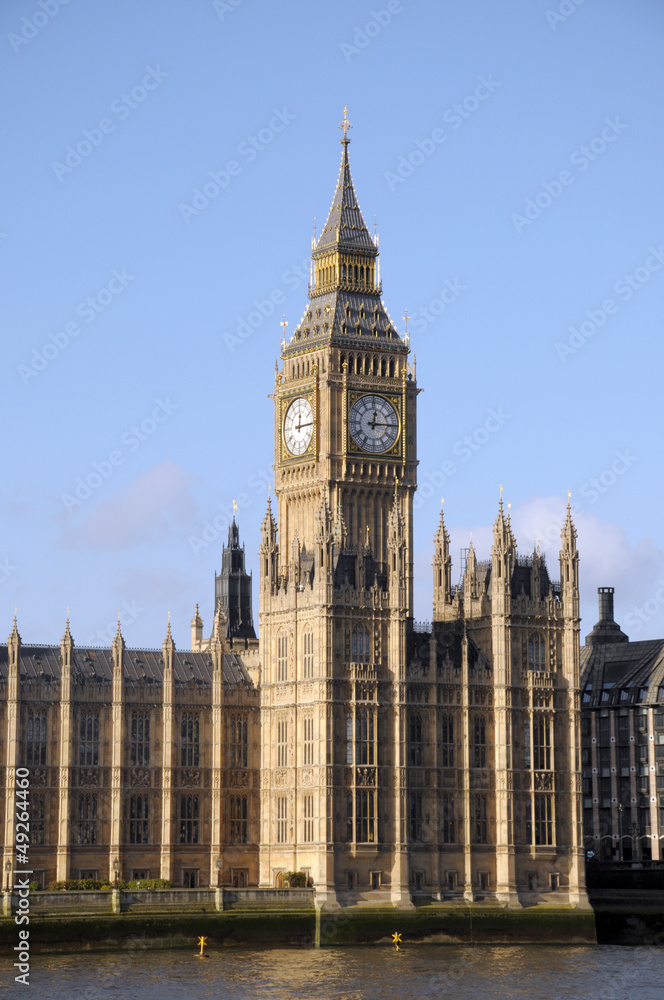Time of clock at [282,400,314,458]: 12:14
